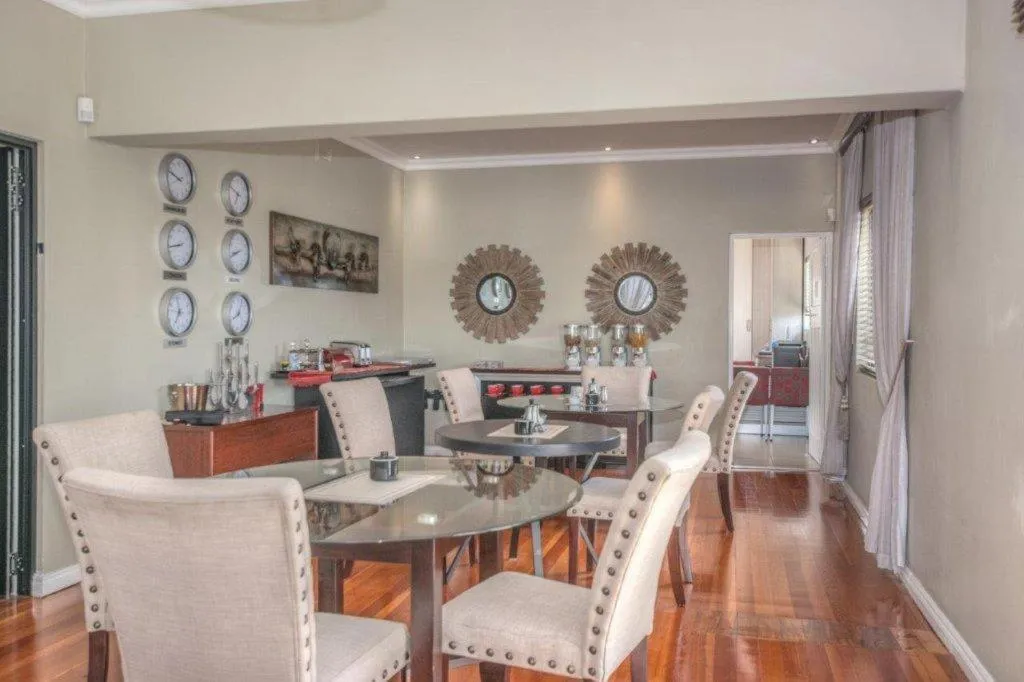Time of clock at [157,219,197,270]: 8:43
